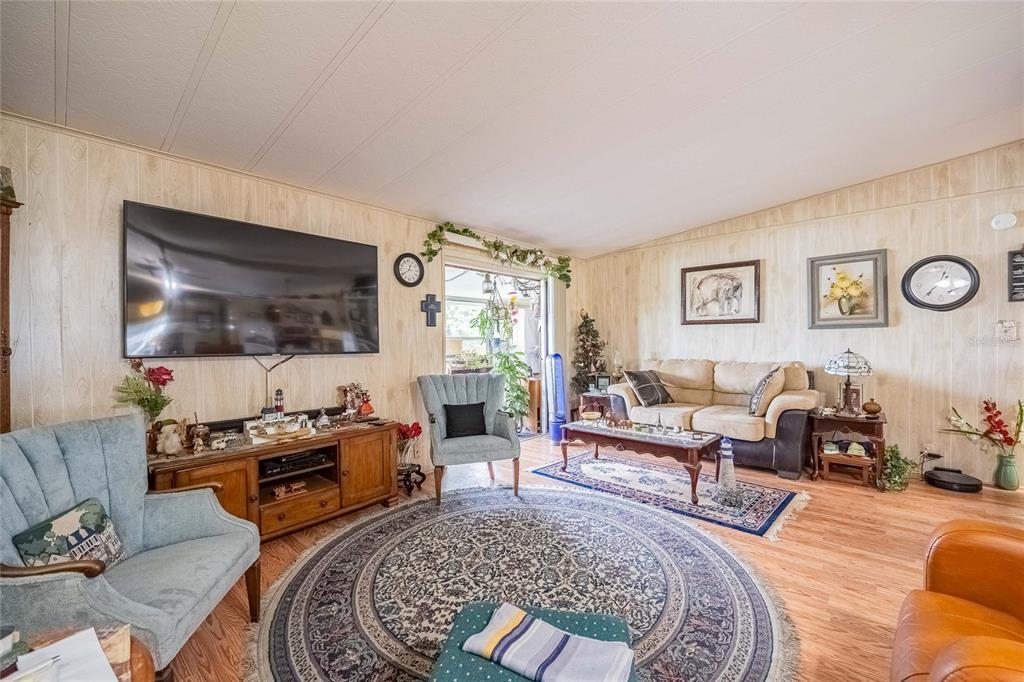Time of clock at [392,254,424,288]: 12:39
